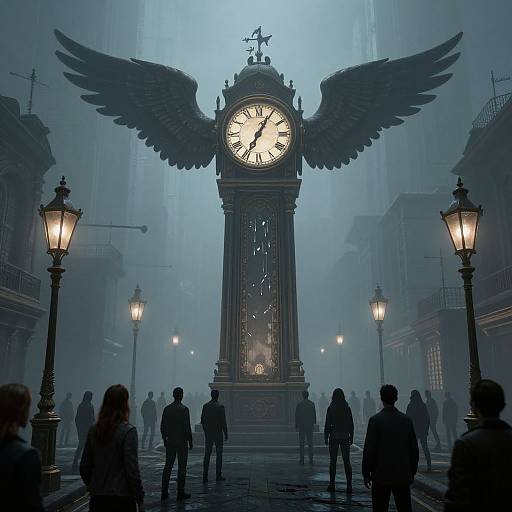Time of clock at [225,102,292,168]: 7:04
